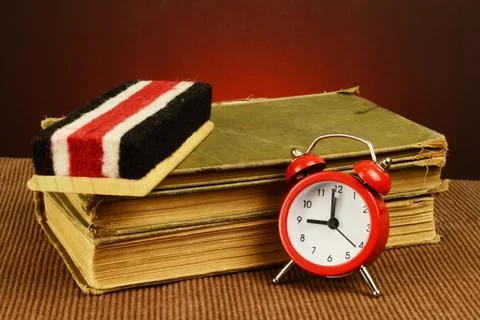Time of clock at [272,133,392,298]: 8:59
